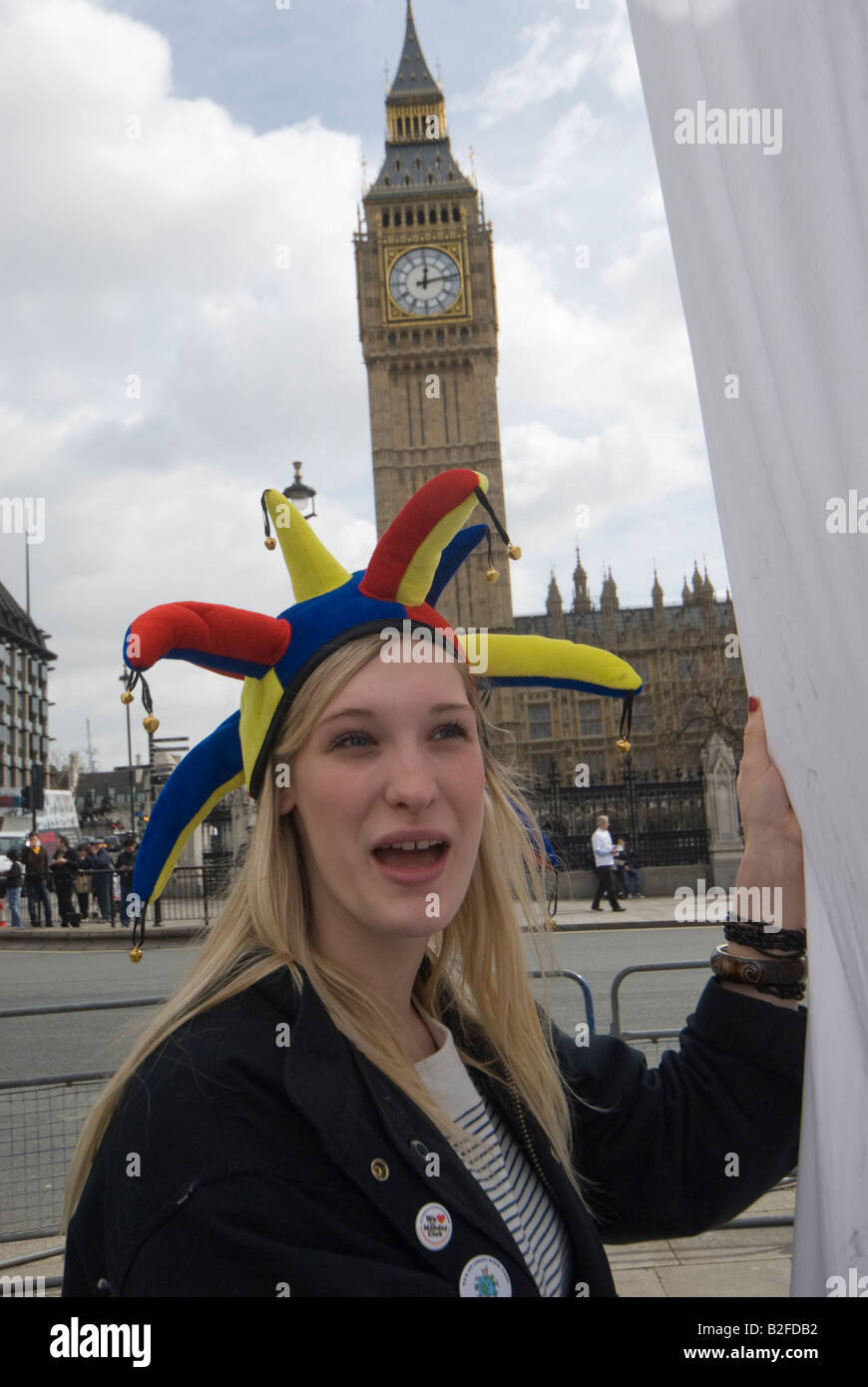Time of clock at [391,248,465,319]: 12:13
